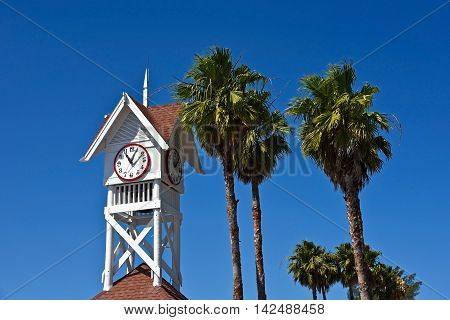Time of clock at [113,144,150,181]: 11:04
